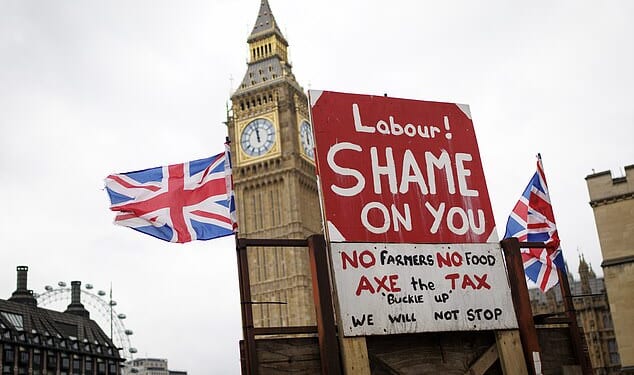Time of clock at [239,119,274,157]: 11:58
